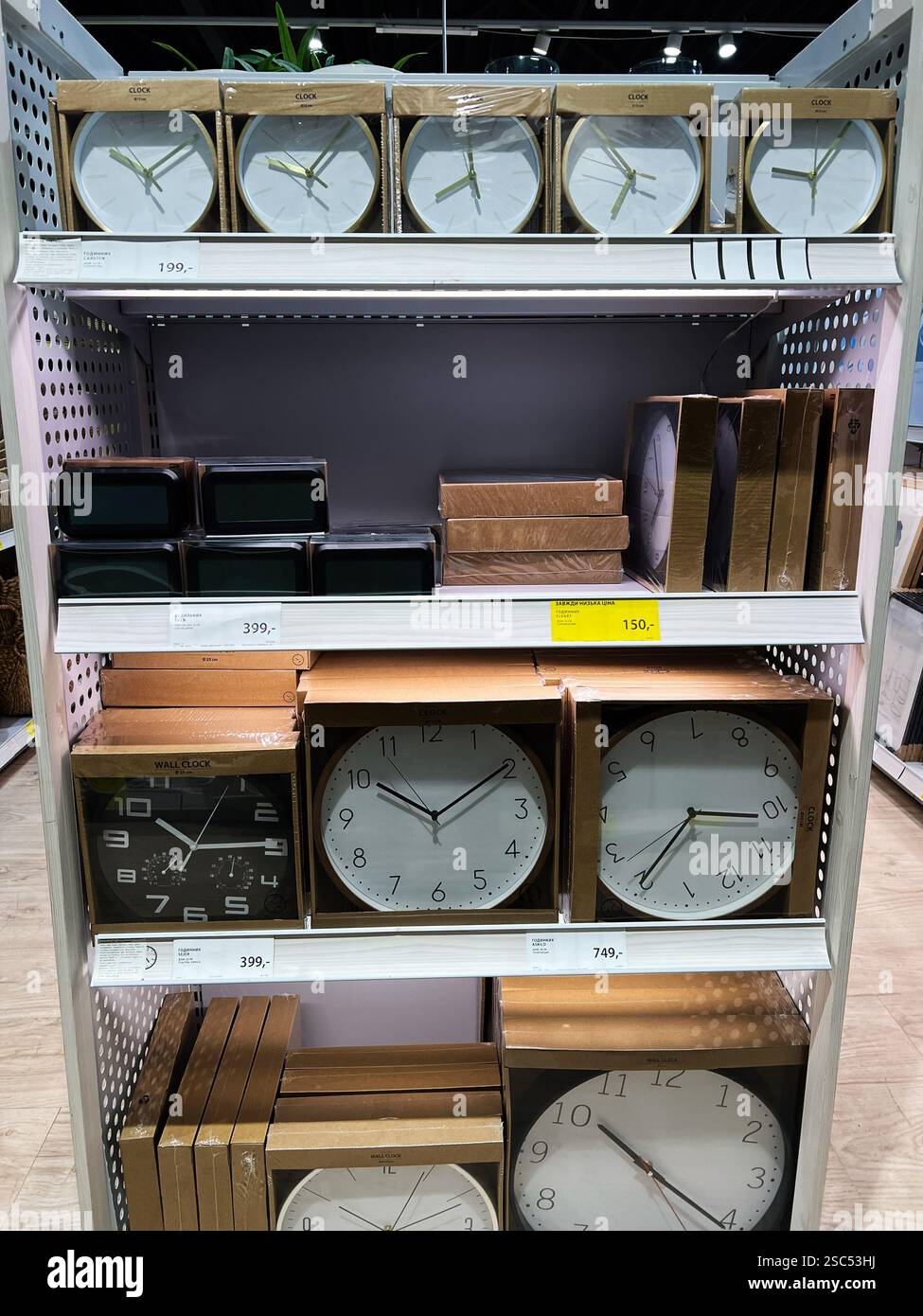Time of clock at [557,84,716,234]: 6:53
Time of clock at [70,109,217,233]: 10:08
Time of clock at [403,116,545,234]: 7:59
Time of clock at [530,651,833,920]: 7:15
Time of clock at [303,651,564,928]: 10:09
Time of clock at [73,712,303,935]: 10:14
